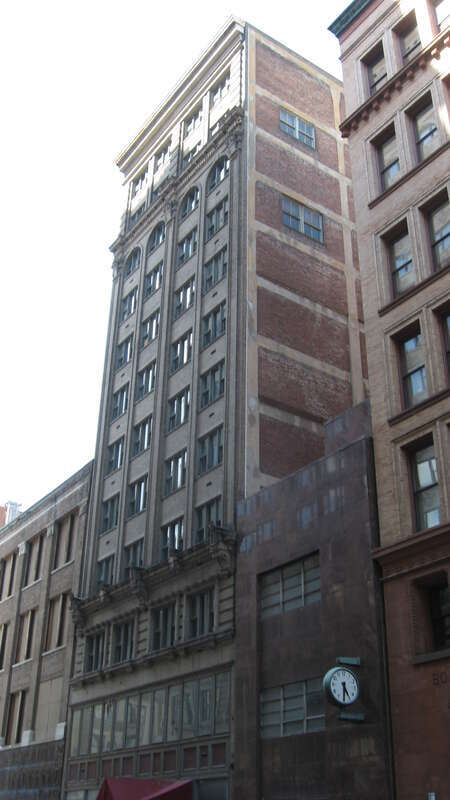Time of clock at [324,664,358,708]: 4:29
